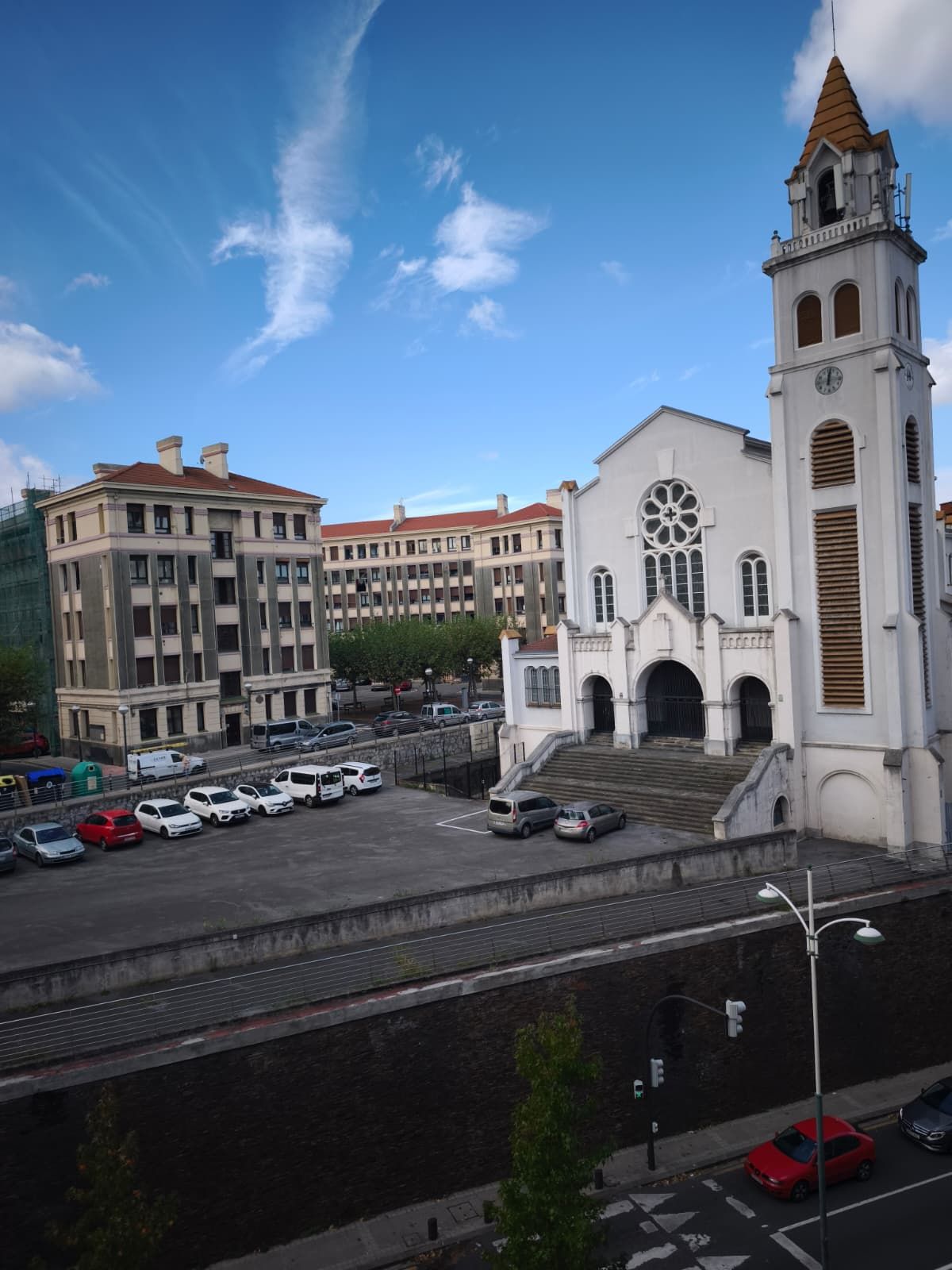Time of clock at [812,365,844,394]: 12:01
